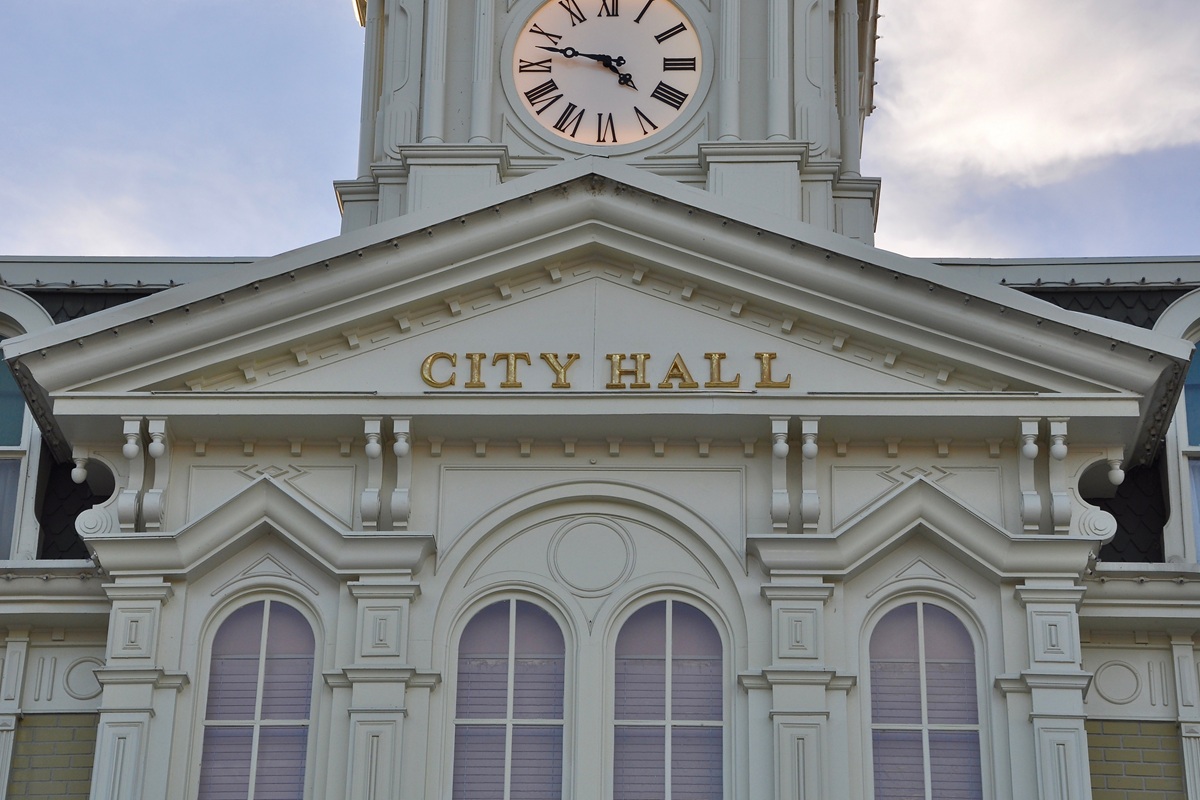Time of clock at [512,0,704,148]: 4:47
